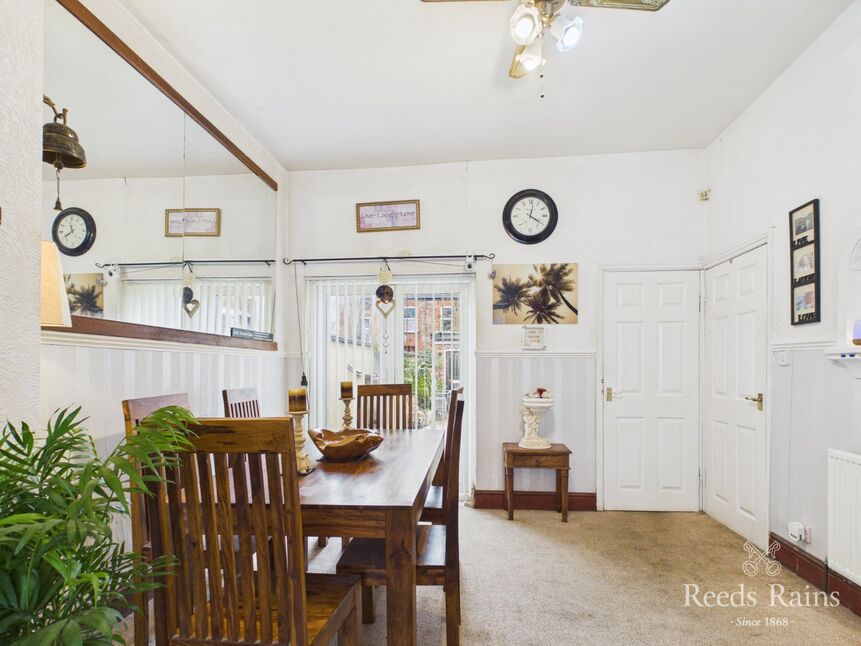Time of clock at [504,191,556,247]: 12:20
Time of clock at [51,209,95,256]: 11:40
